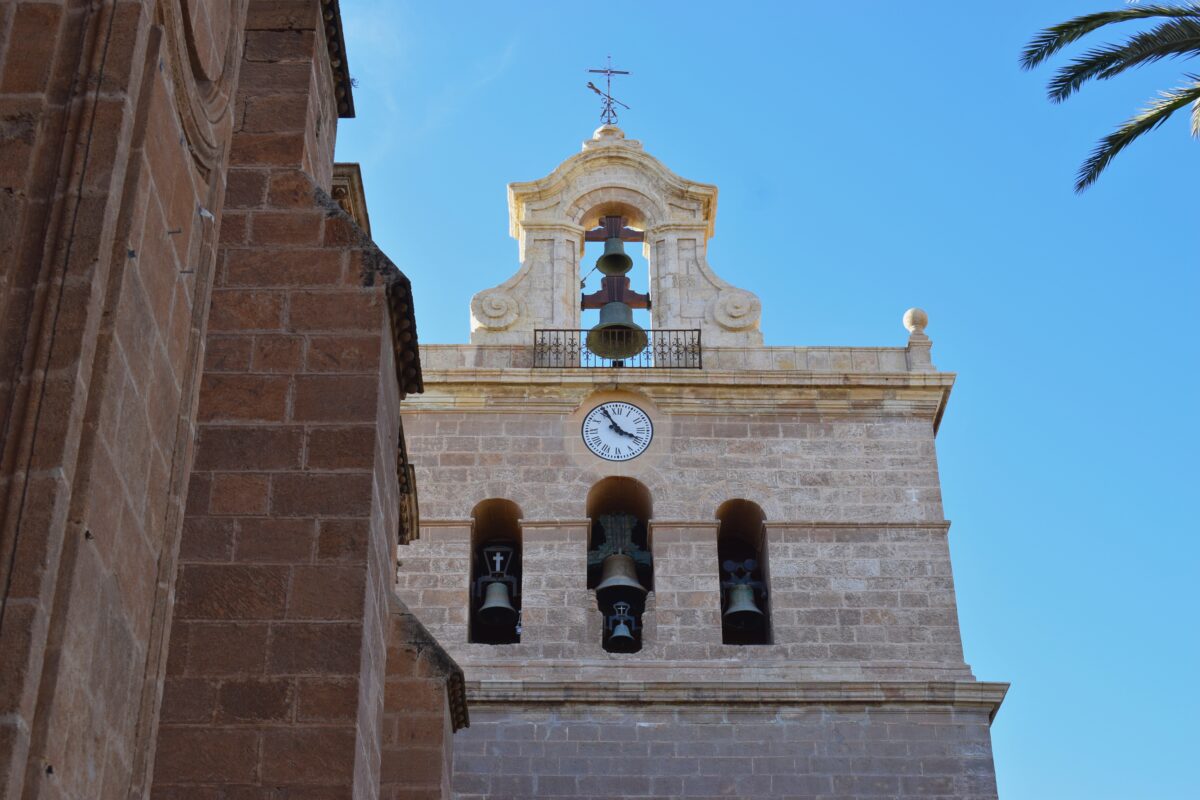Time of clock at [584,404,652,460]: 3:54
